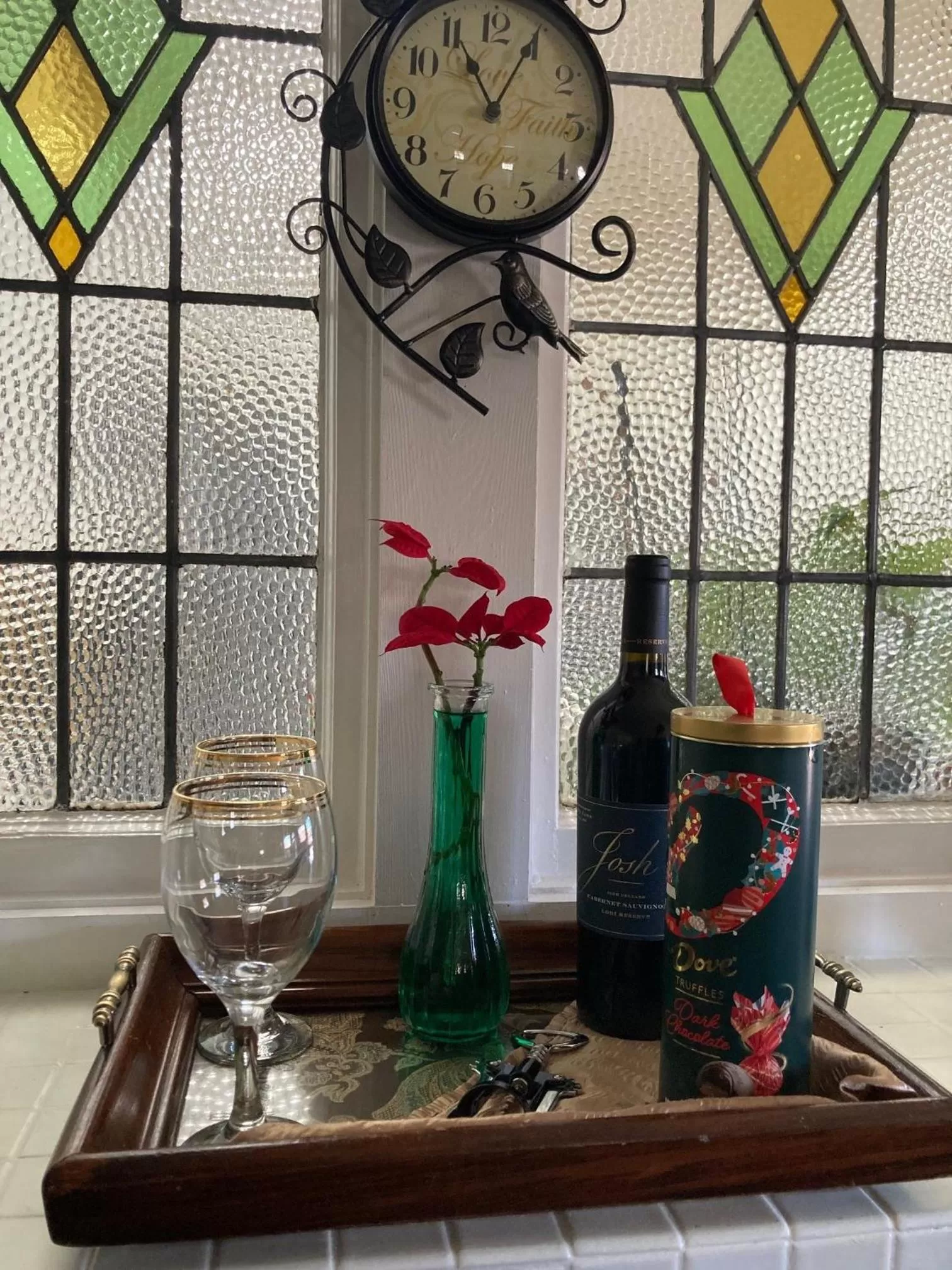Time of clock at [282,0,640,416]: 11:04
